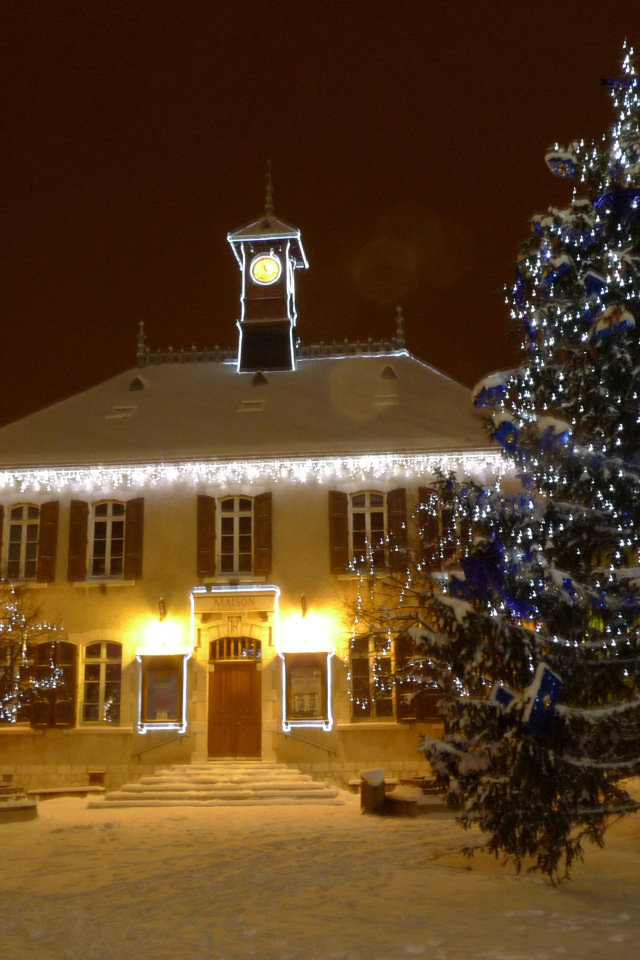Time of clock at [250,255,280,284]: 11:32
